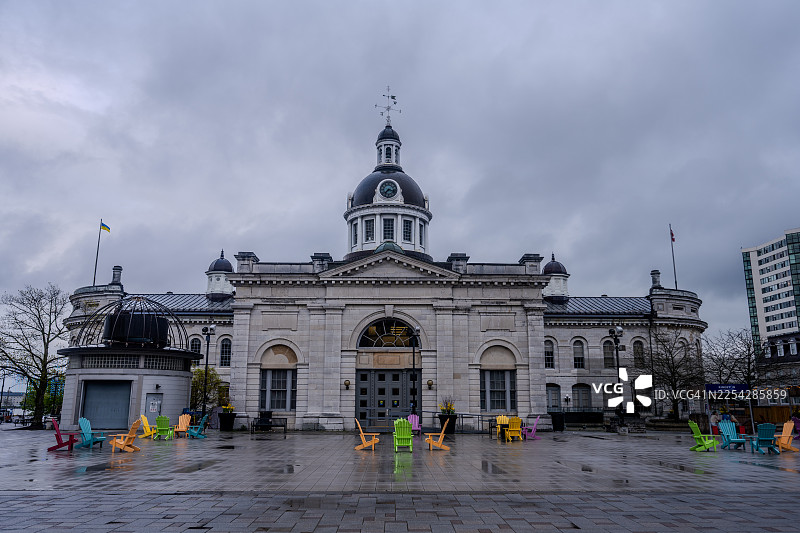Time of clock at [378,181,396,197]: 7:17
